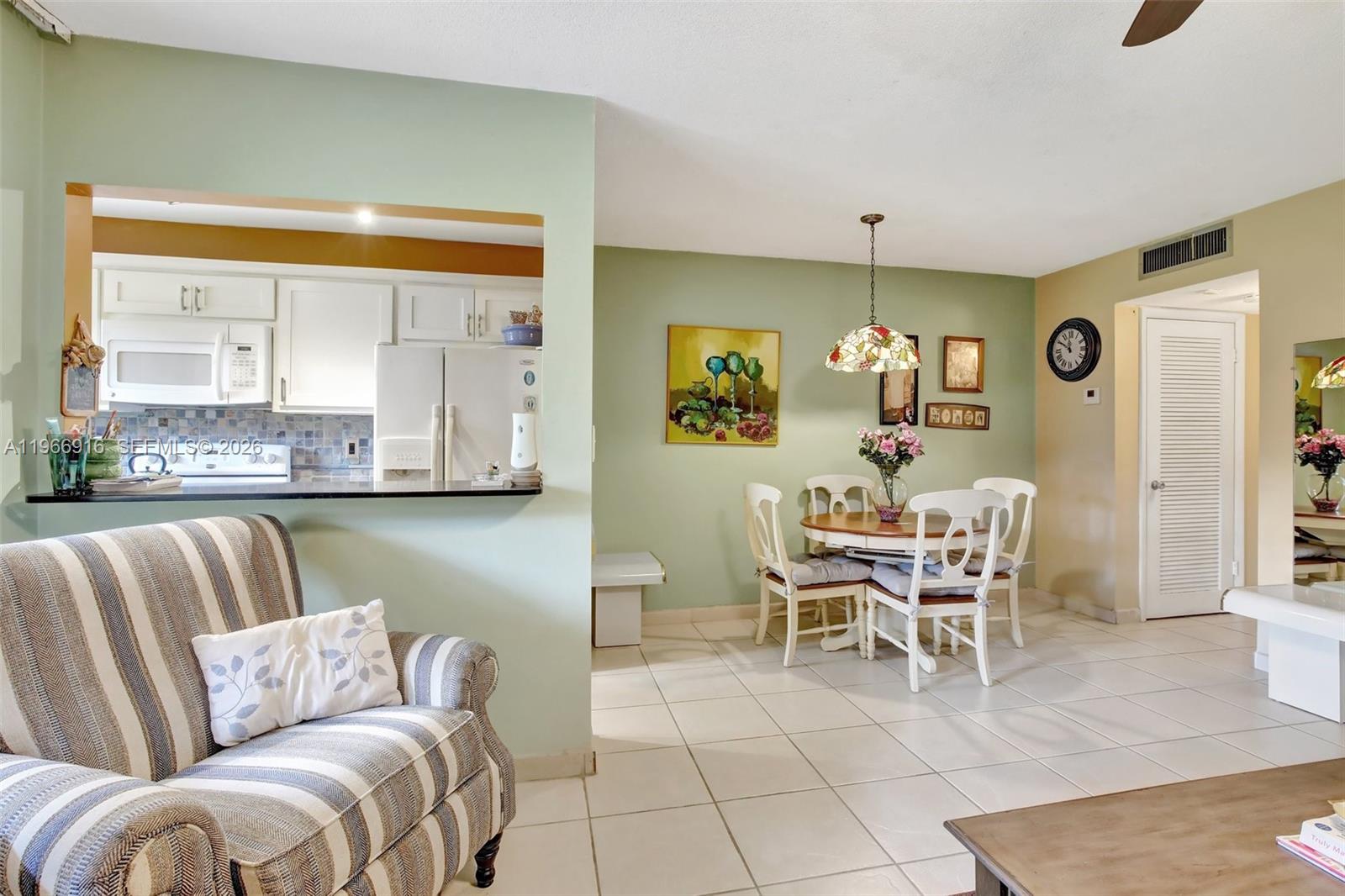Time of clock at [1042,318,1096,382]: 11:50
